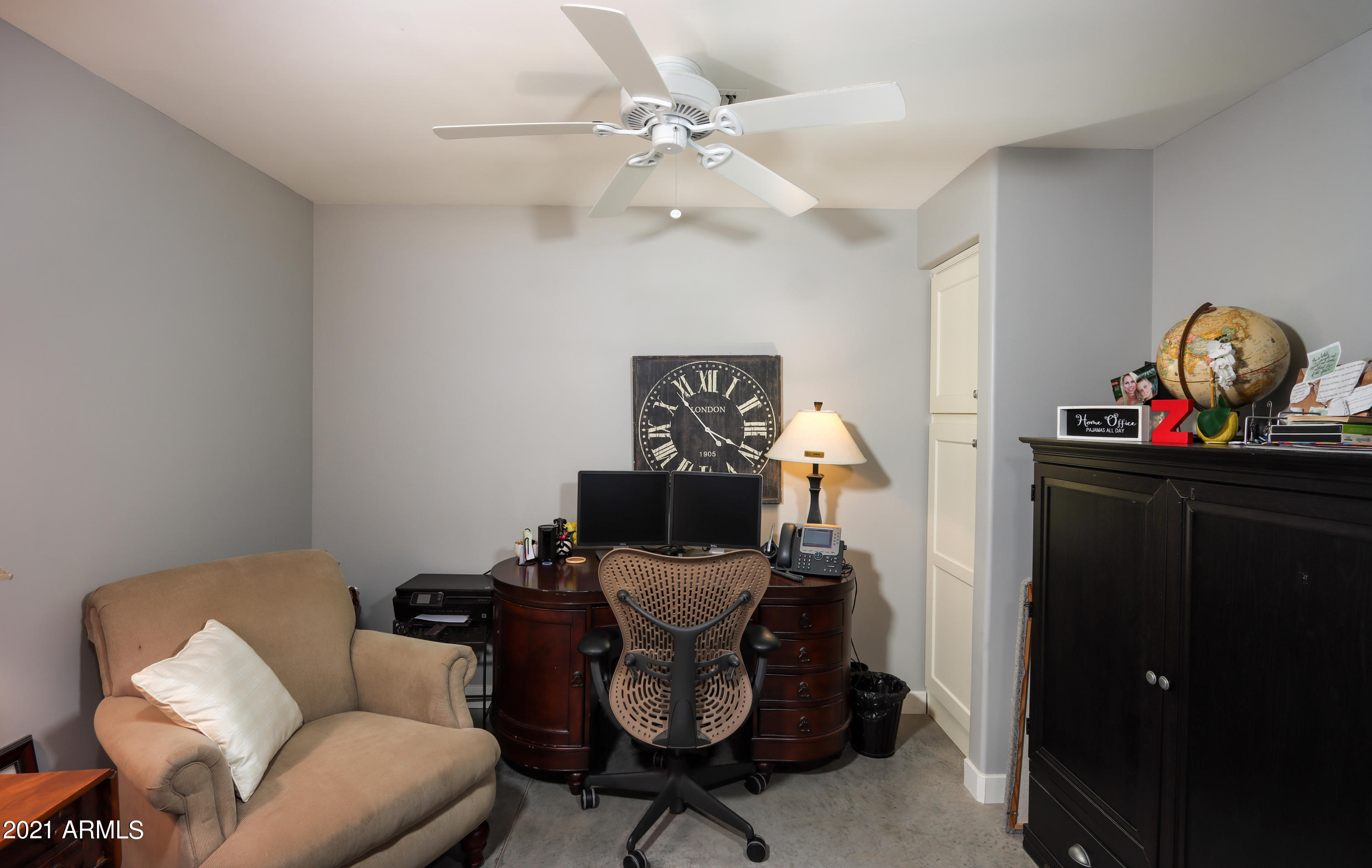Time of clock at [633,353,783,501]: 3:53
